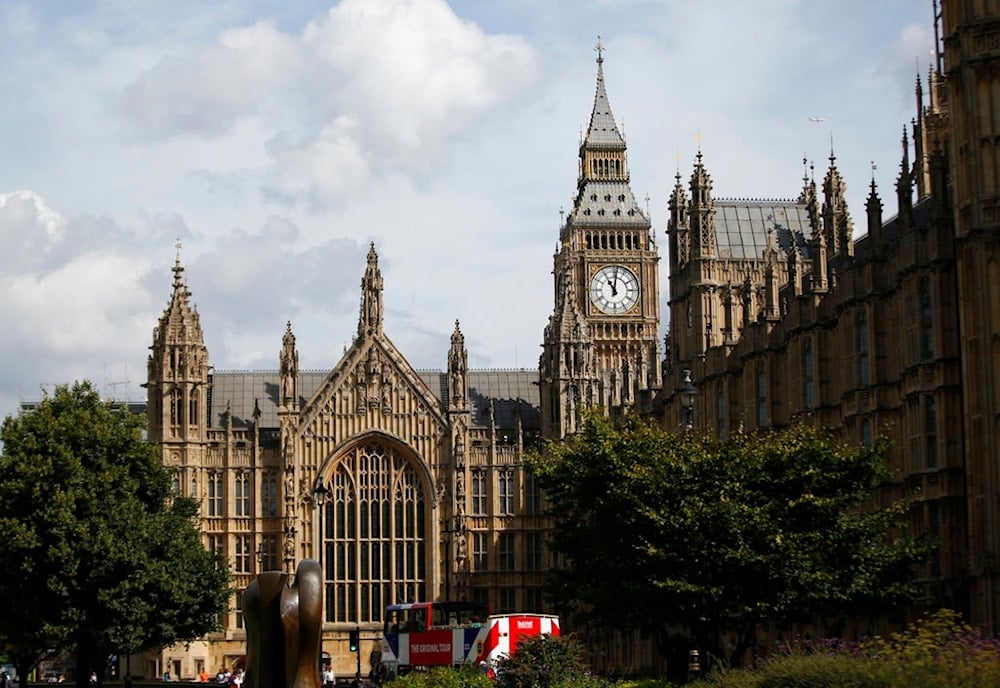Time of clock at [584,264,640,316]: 11:01
